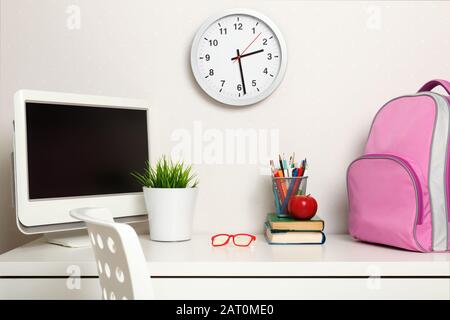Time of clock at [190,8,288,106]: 2:28
